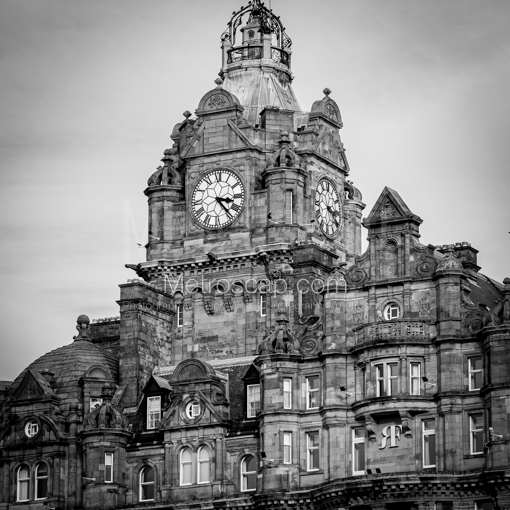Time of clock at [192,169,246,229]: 3:23
